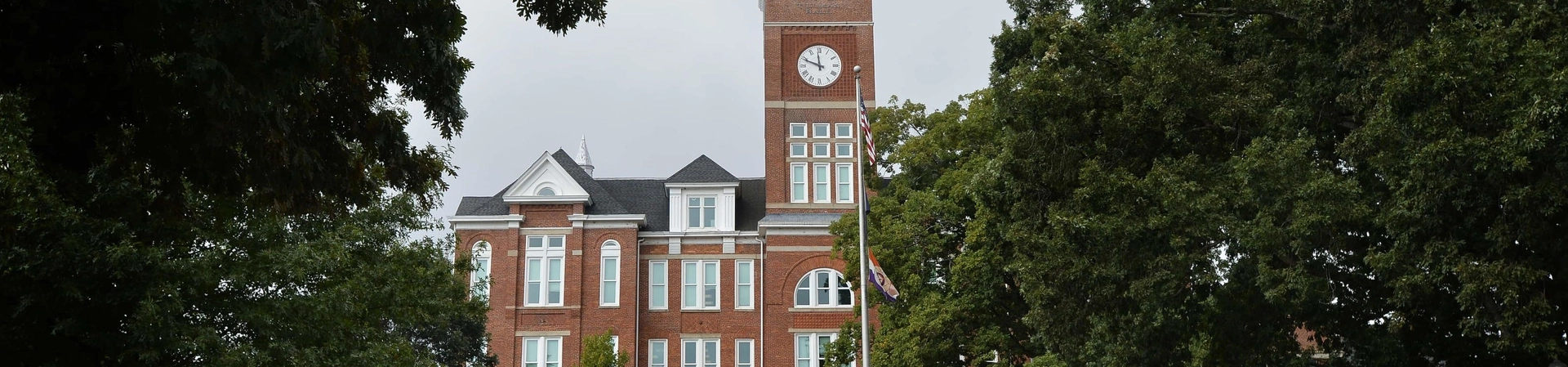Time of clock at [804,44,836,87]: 11:48
